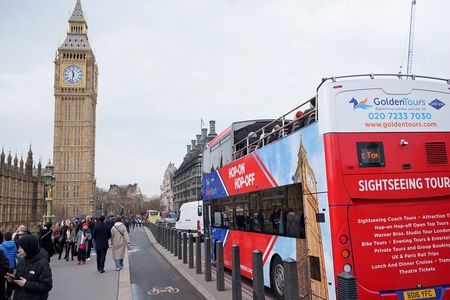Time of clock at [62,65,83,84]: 11:32
